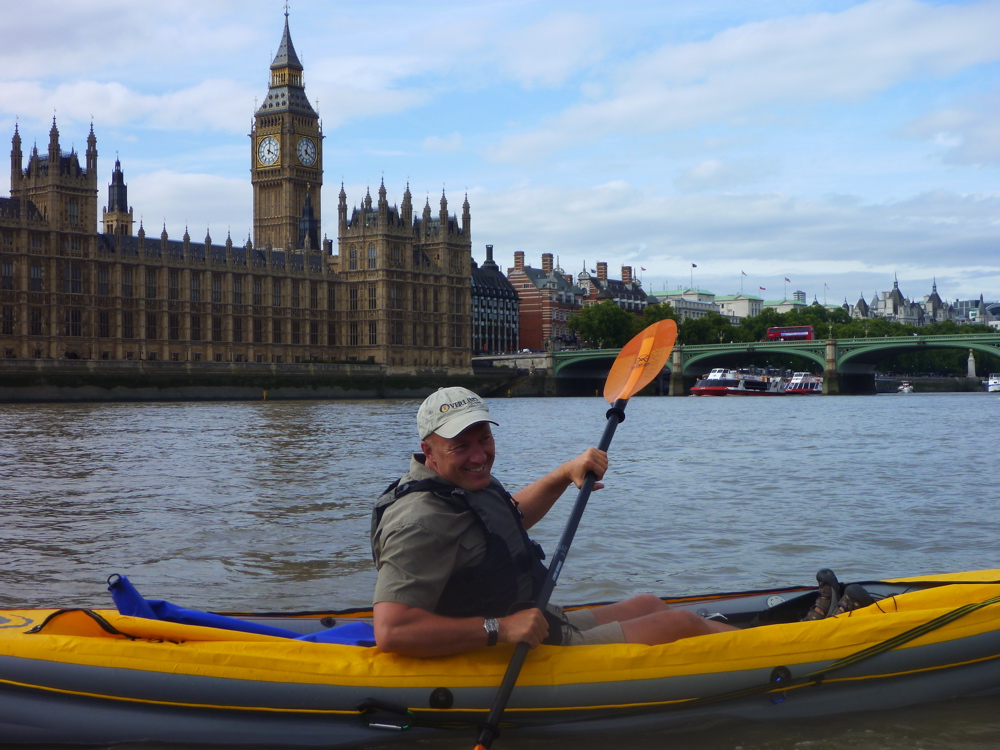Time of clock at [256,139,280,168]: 4:01
